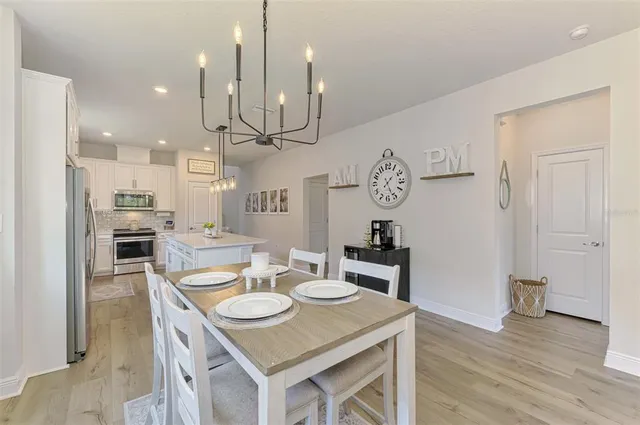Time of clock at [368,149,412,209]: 1:26
